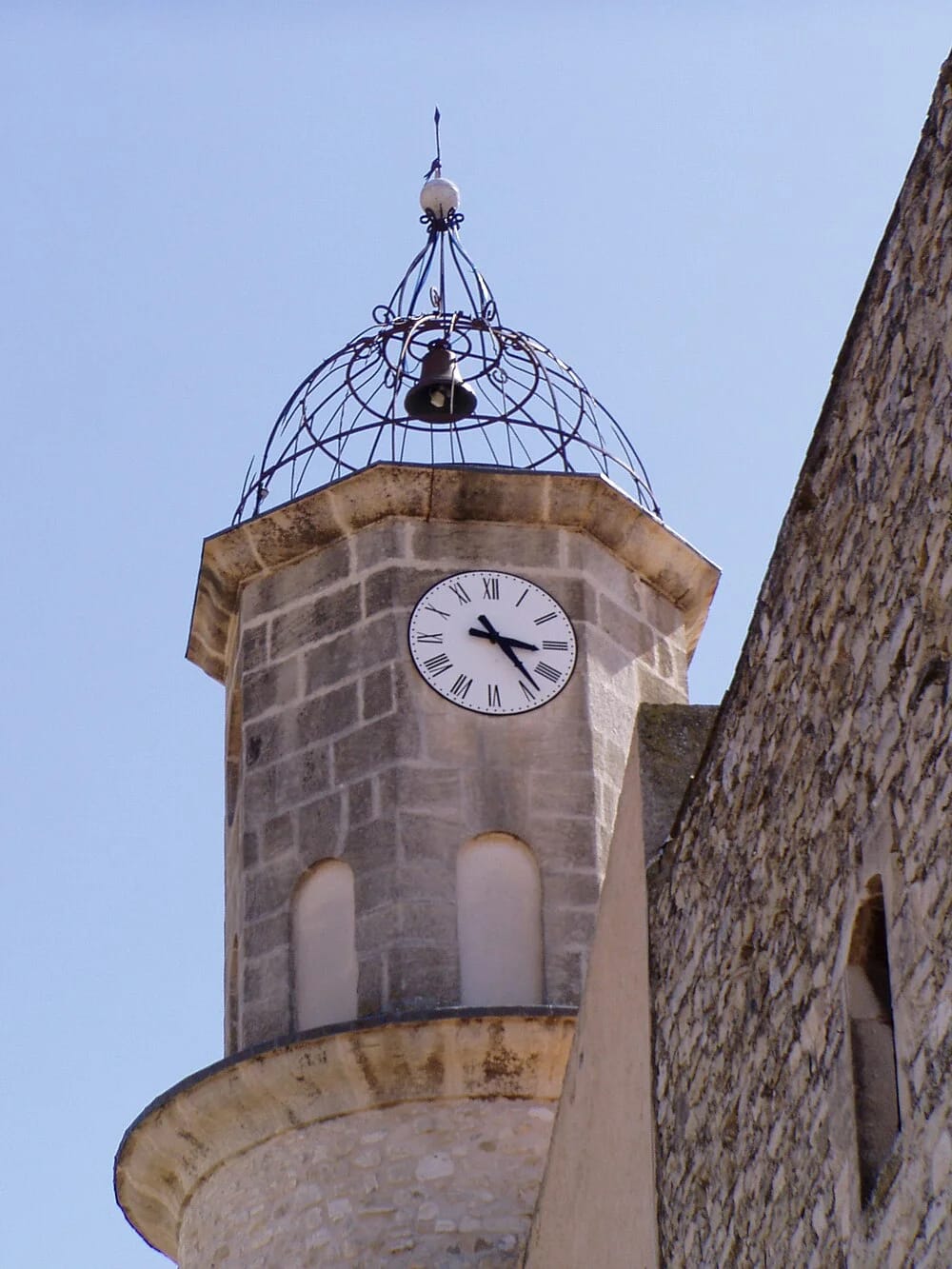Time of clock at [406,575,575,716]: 3:23
